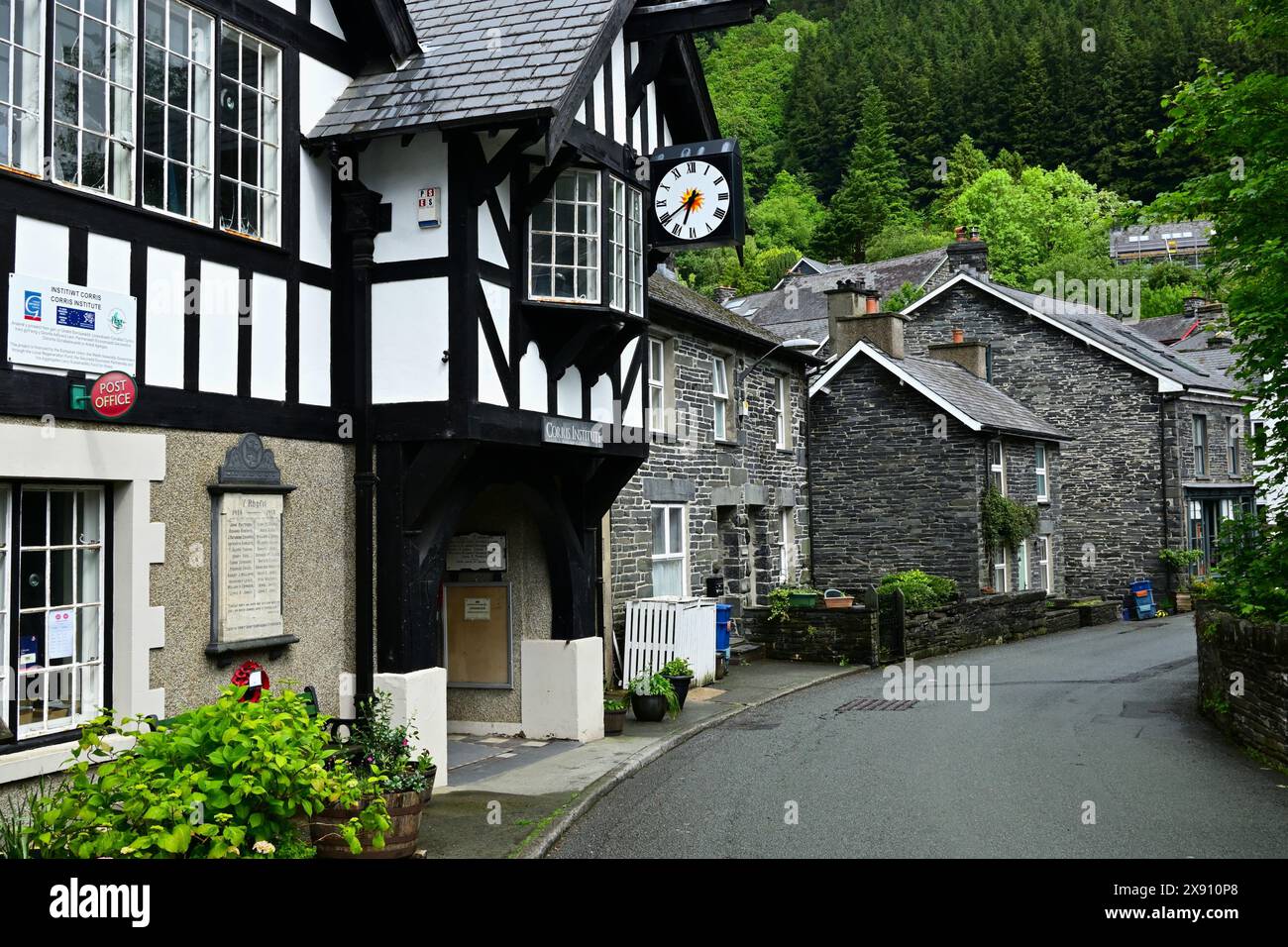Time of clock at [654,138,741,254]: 6:39
